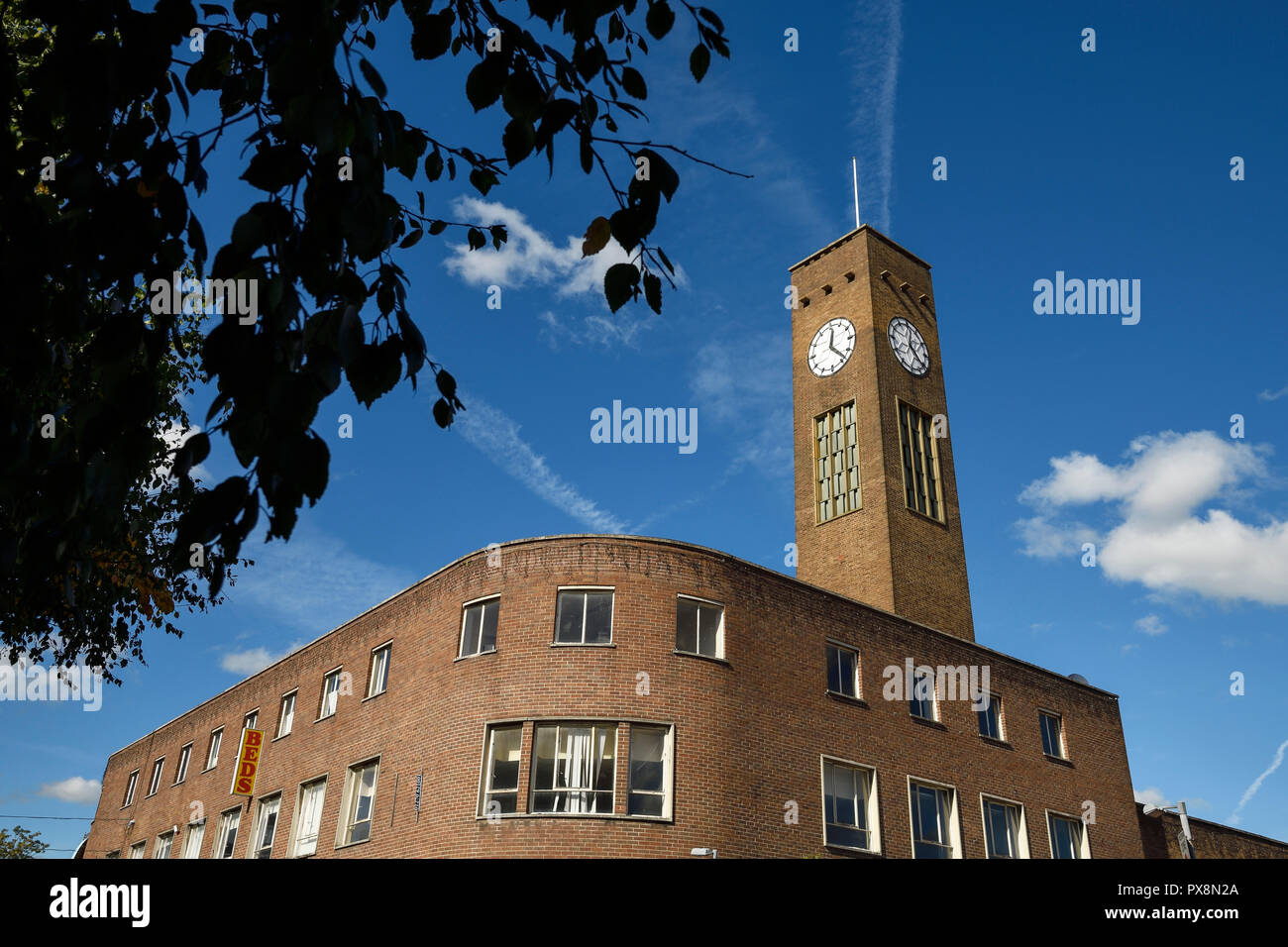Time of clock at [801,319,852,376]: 12:23
